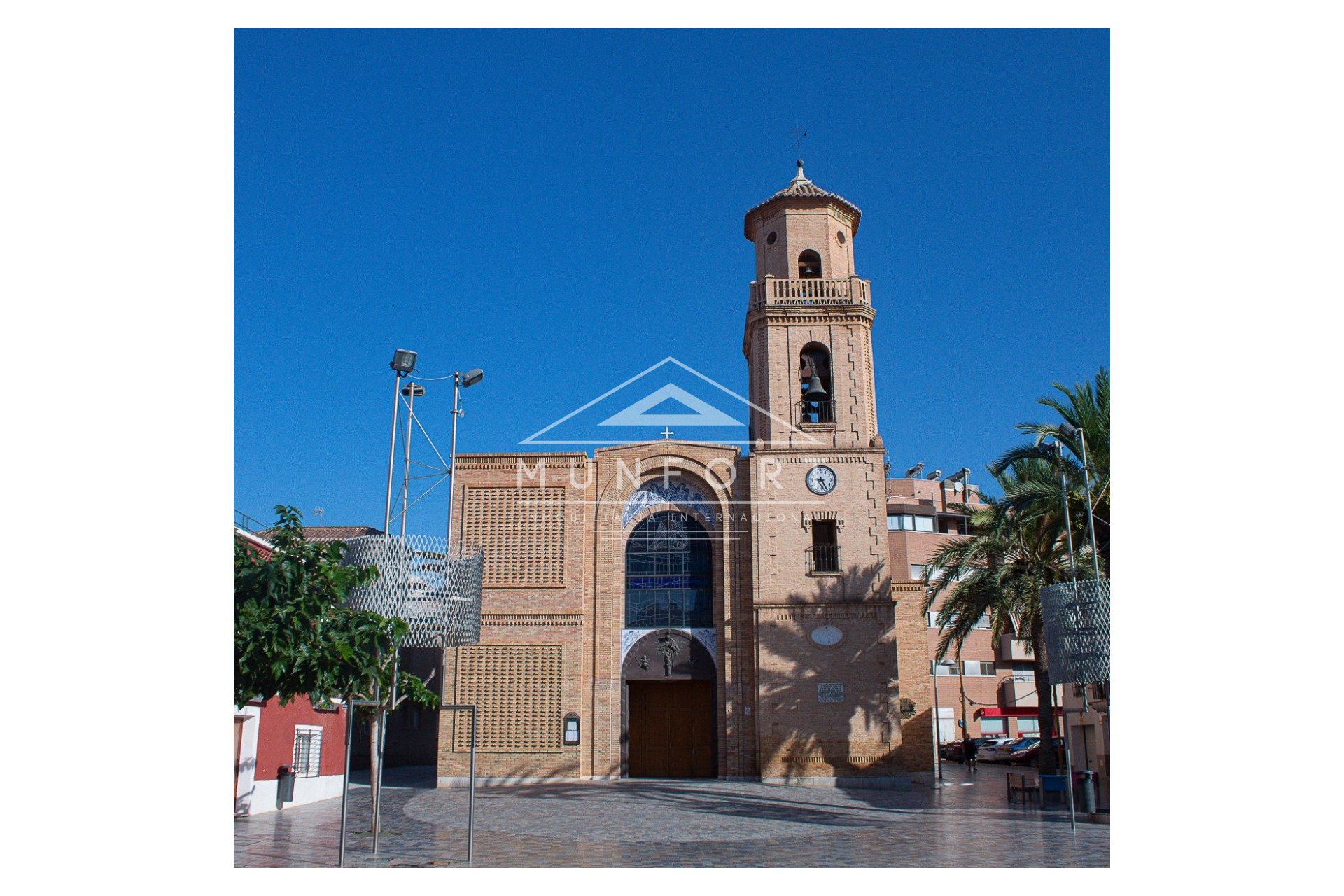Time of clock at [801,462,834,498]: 9:25
